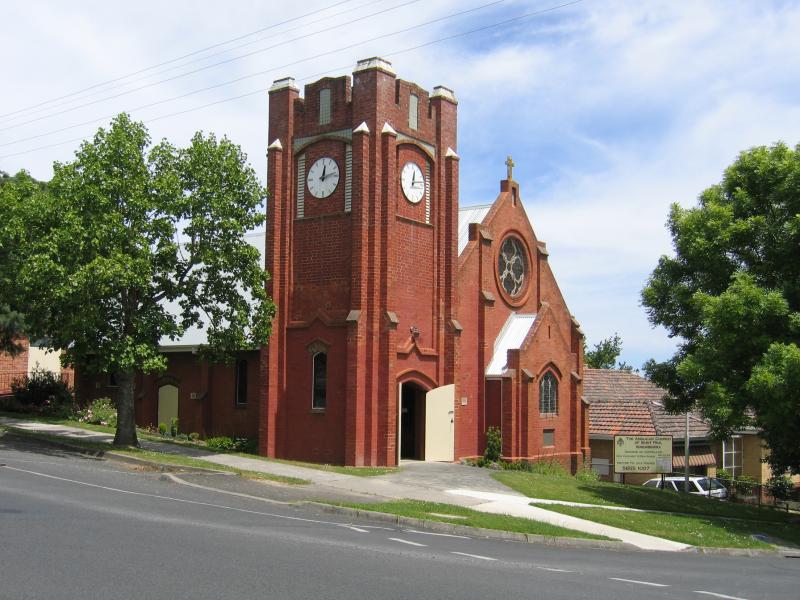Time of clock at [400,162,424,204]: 12:13
